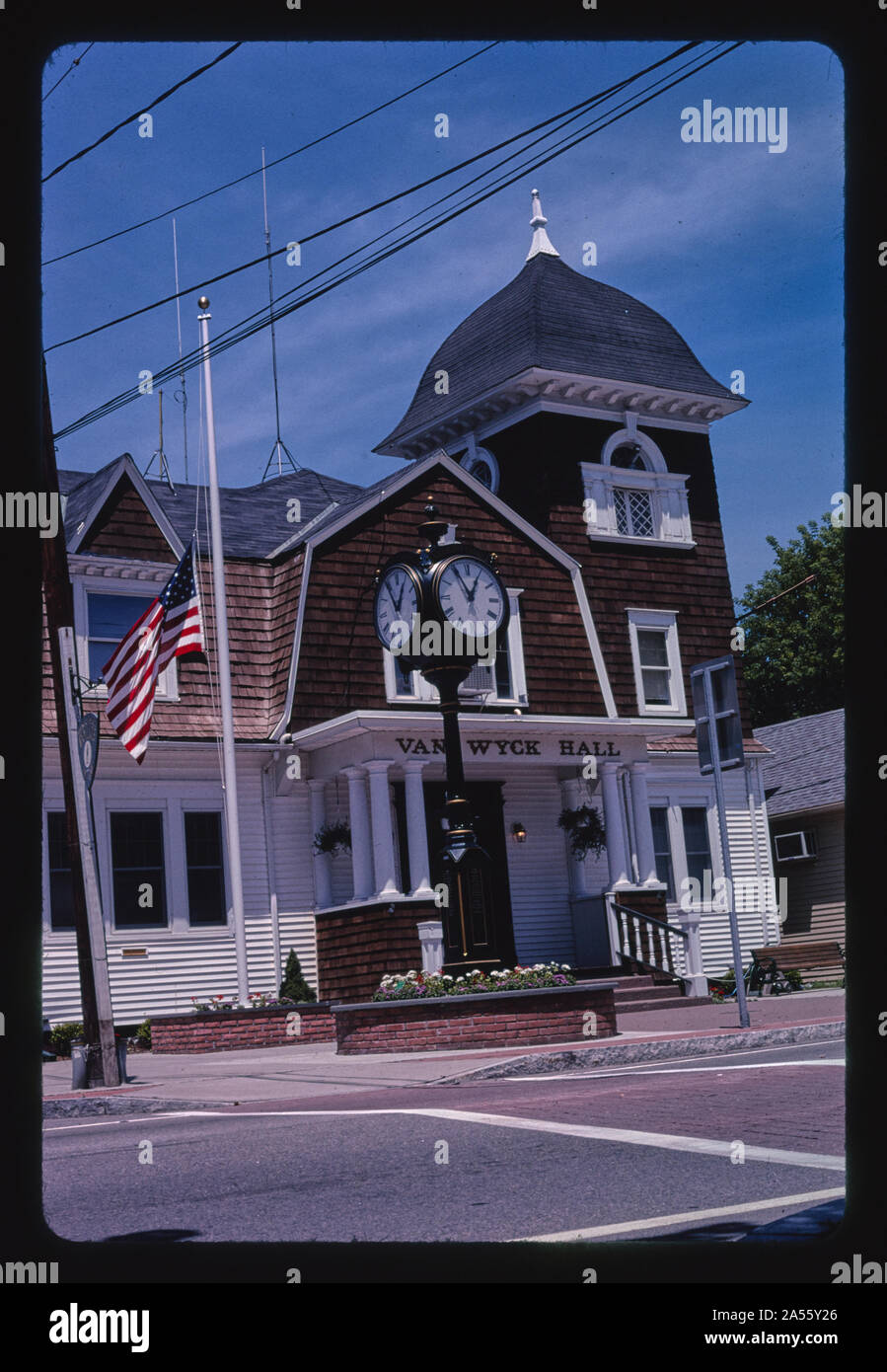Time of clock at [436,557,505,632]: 12:55
